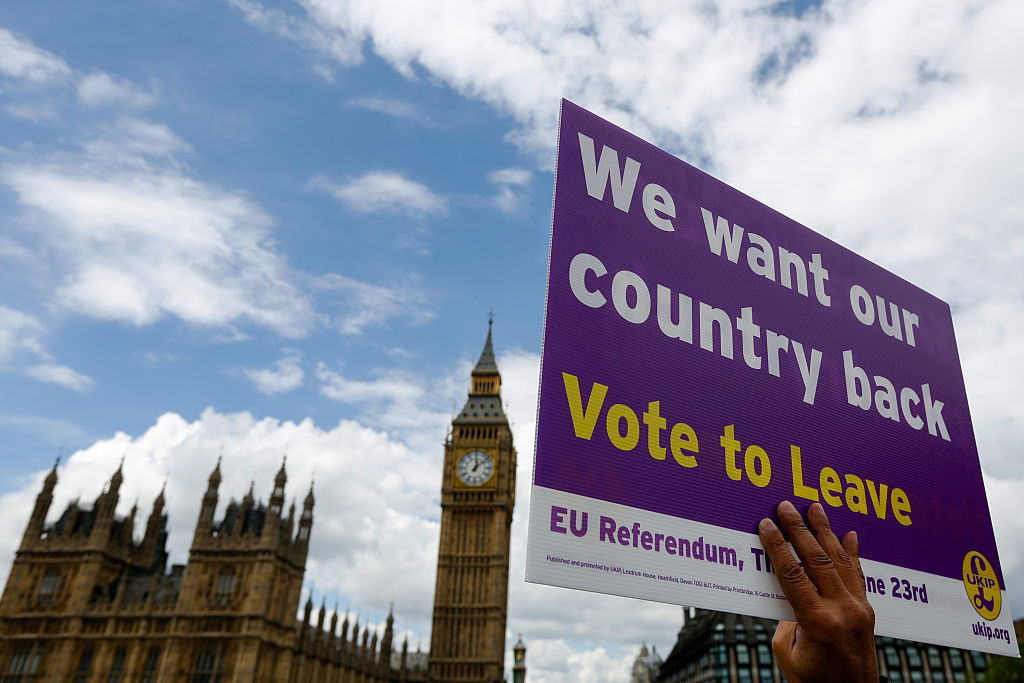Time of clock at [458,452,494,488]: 12:08
